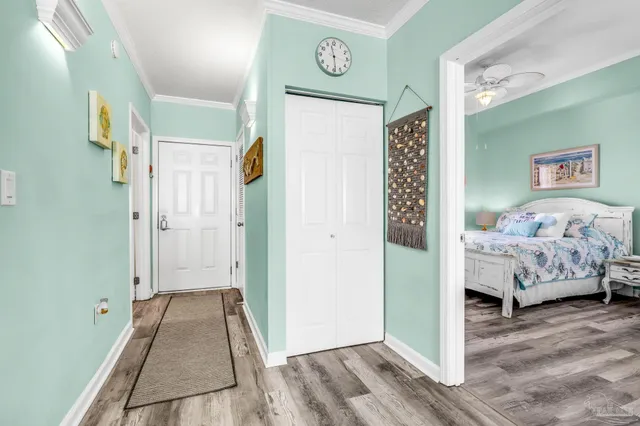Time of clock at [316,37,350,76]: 11:28
